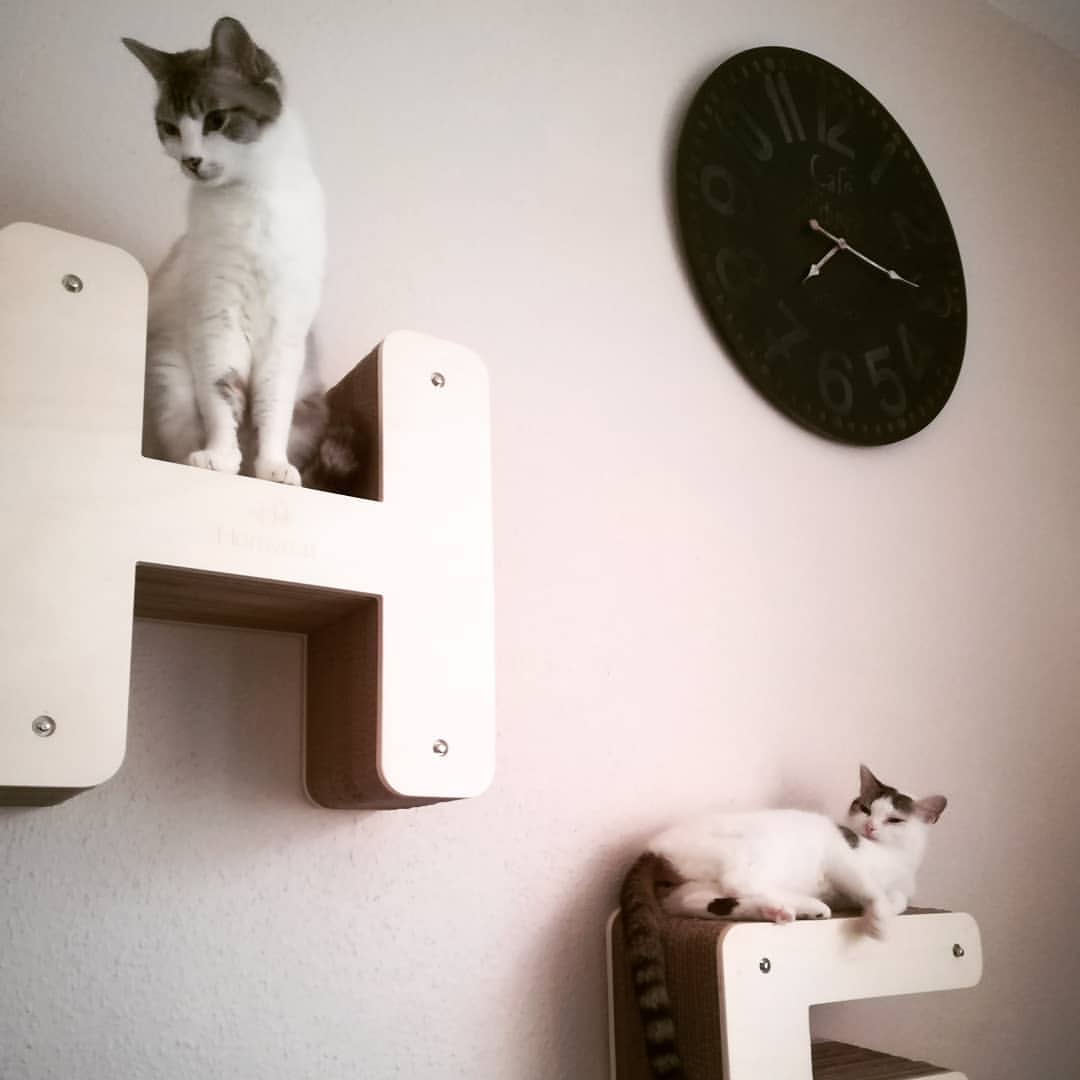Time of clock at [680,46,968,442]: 7:15
